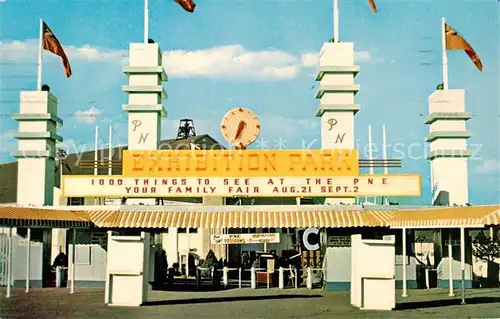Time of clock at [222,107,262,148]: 6:34
